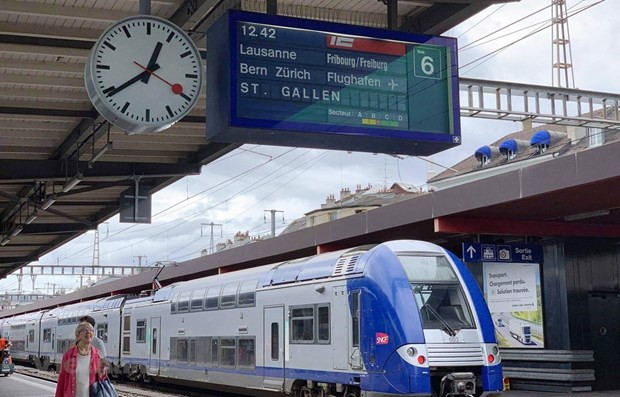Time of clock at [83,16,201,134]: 12:39
